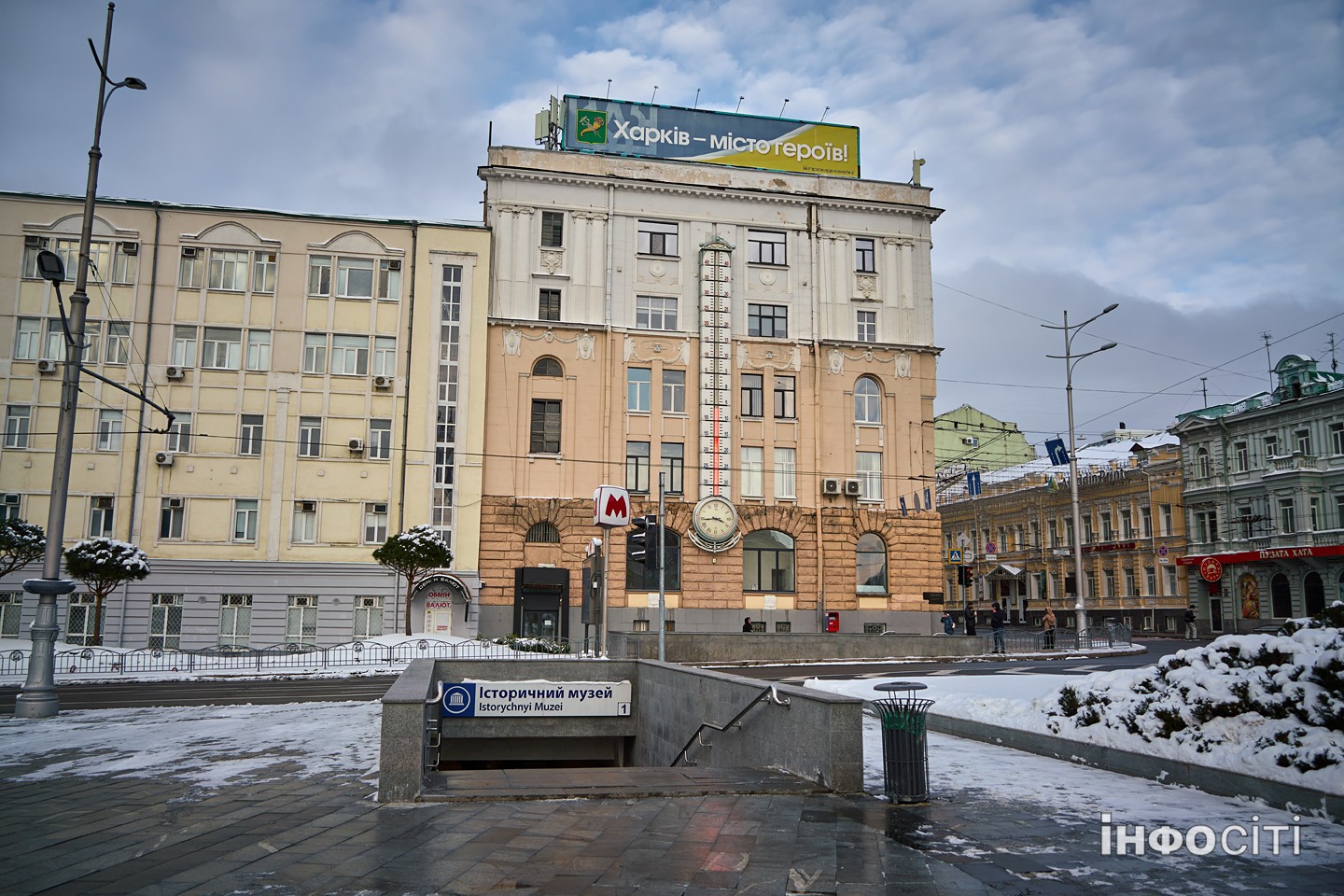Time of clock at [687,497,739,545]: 3:43
